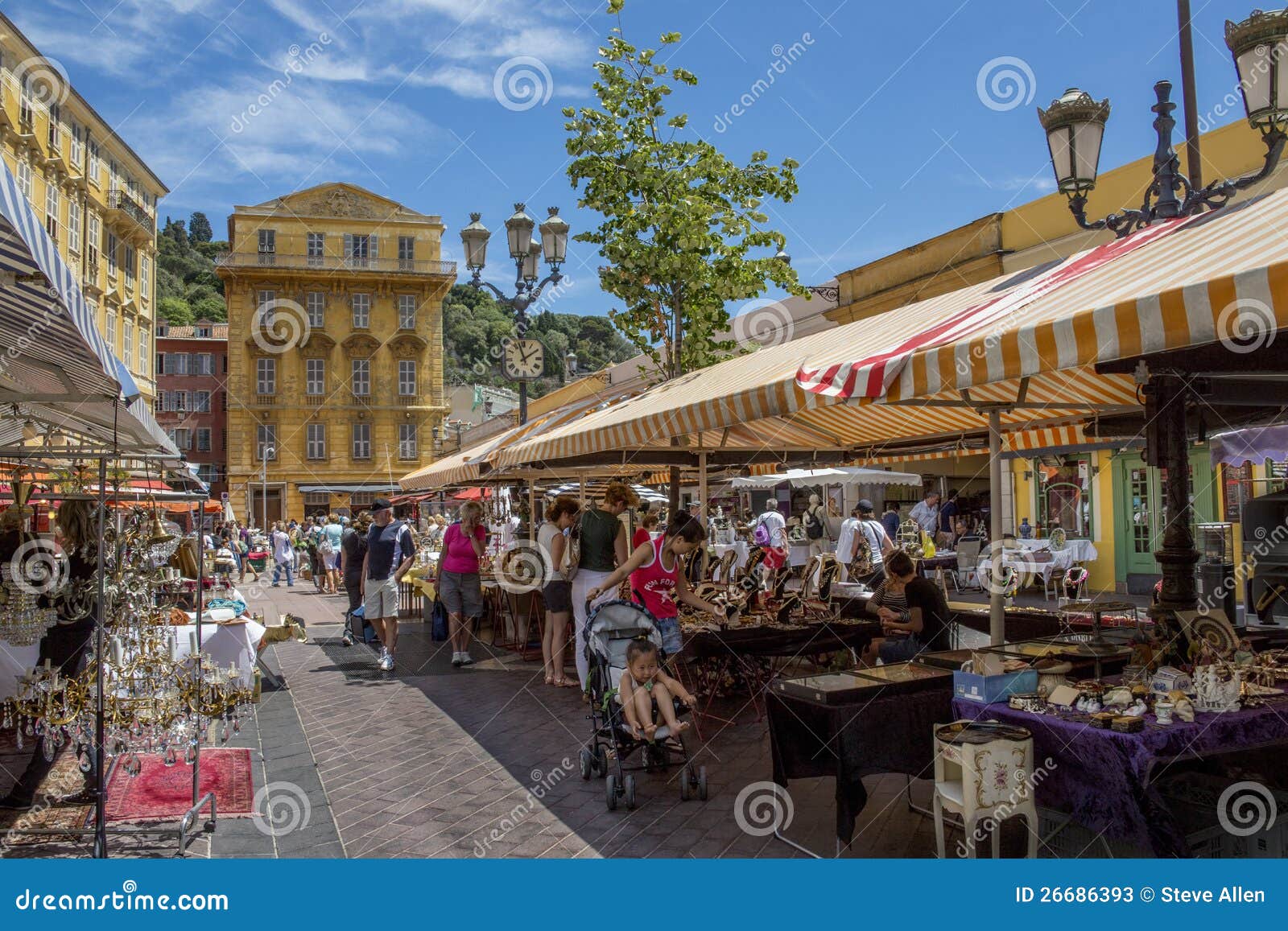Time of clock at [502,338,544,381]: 1:57
